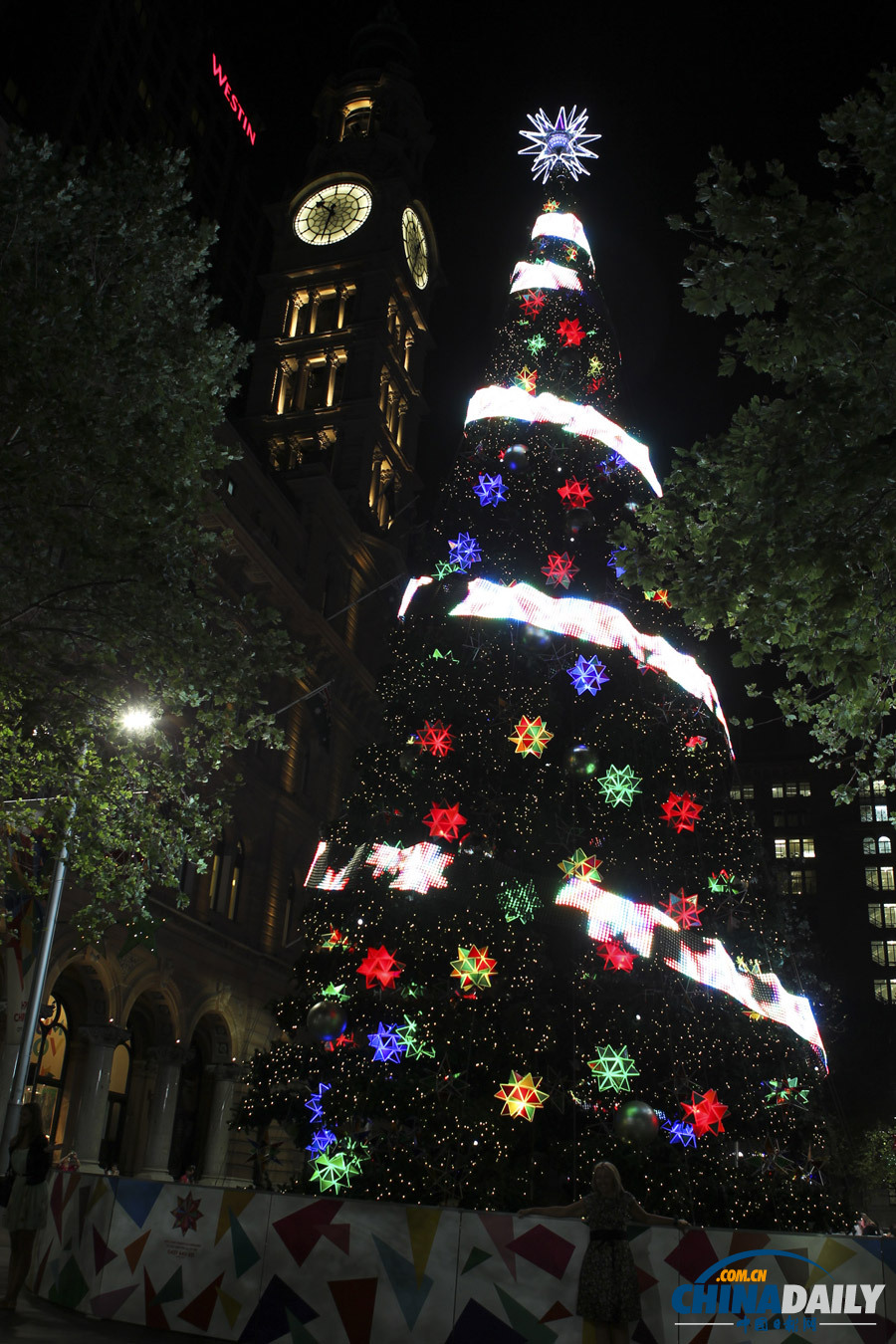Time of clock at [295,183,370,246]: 10:32
